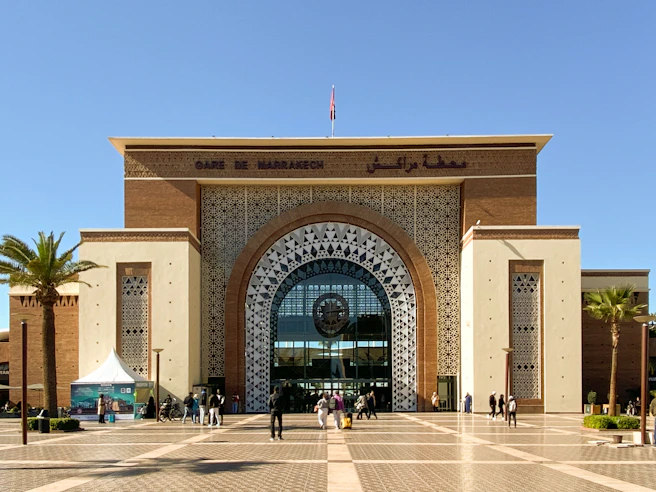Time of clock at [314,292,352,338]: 12:13
